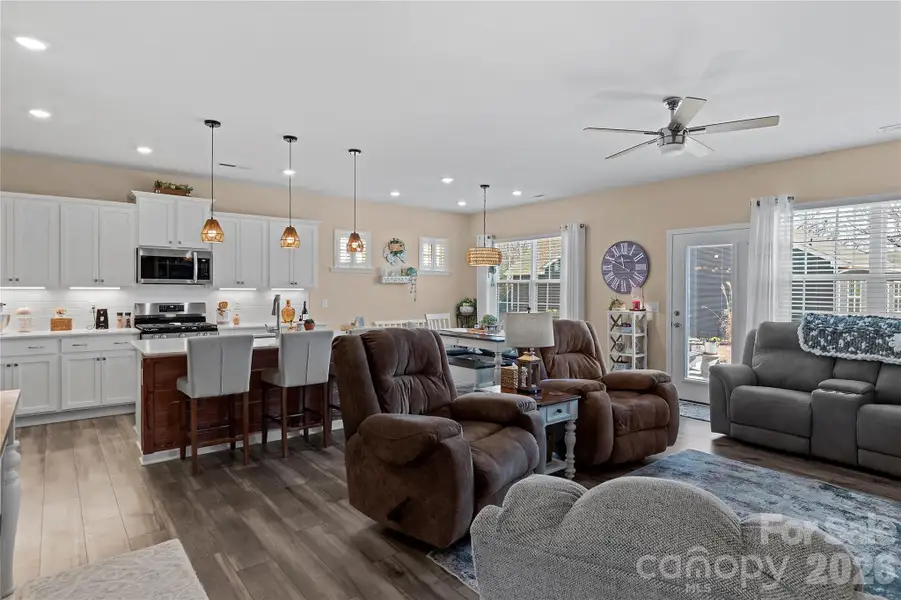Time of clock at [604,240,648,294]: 11:49
